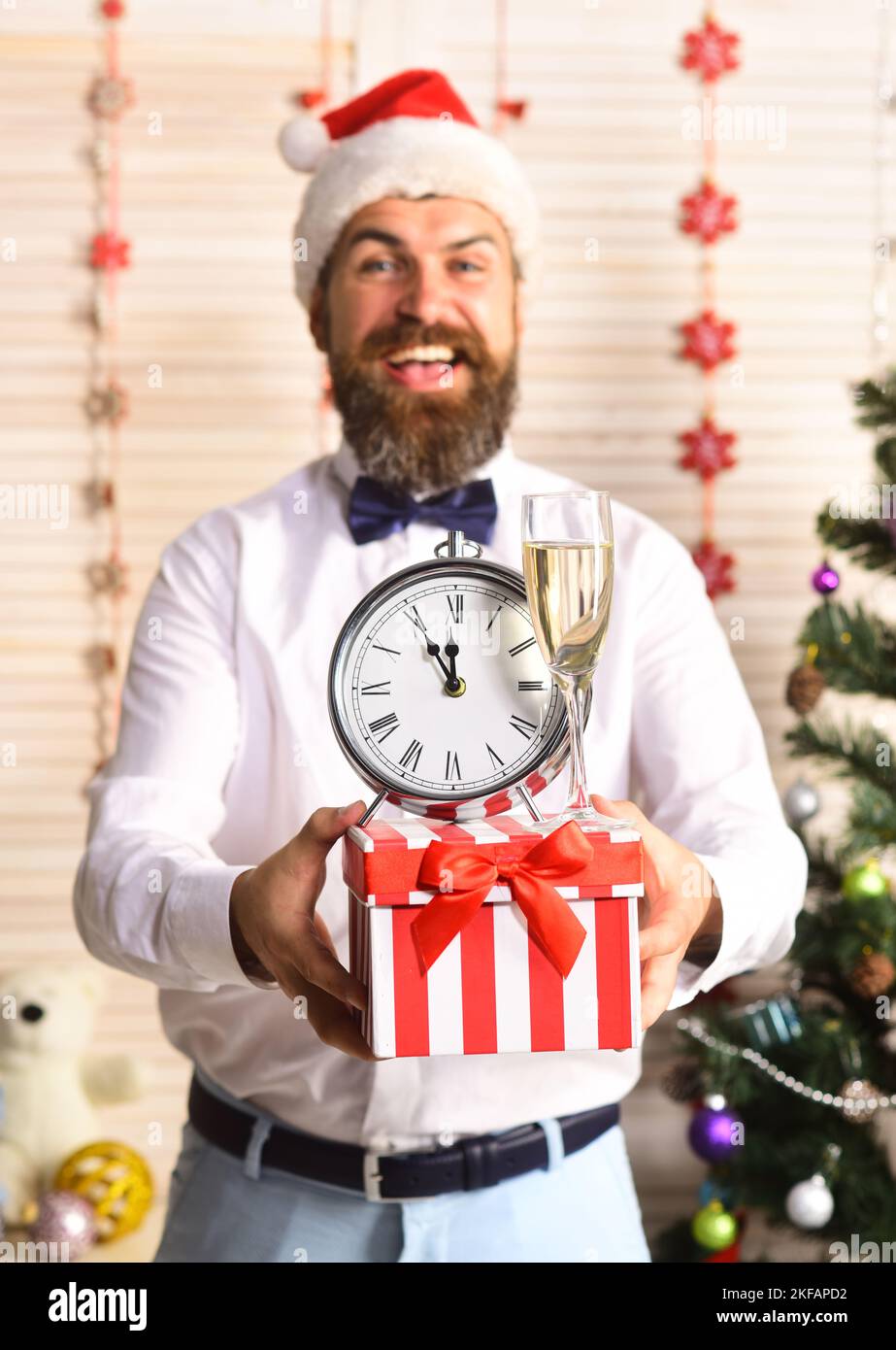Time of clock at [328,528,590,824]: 11:55
